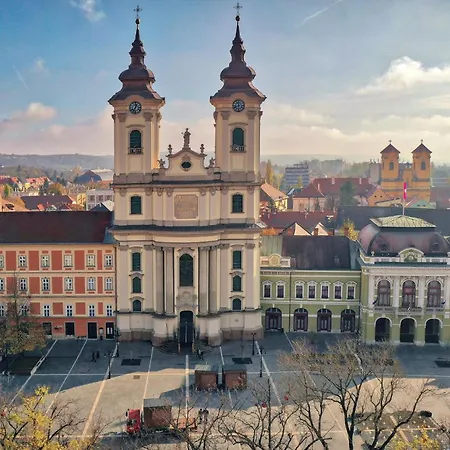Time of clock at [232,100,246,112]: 11:41
